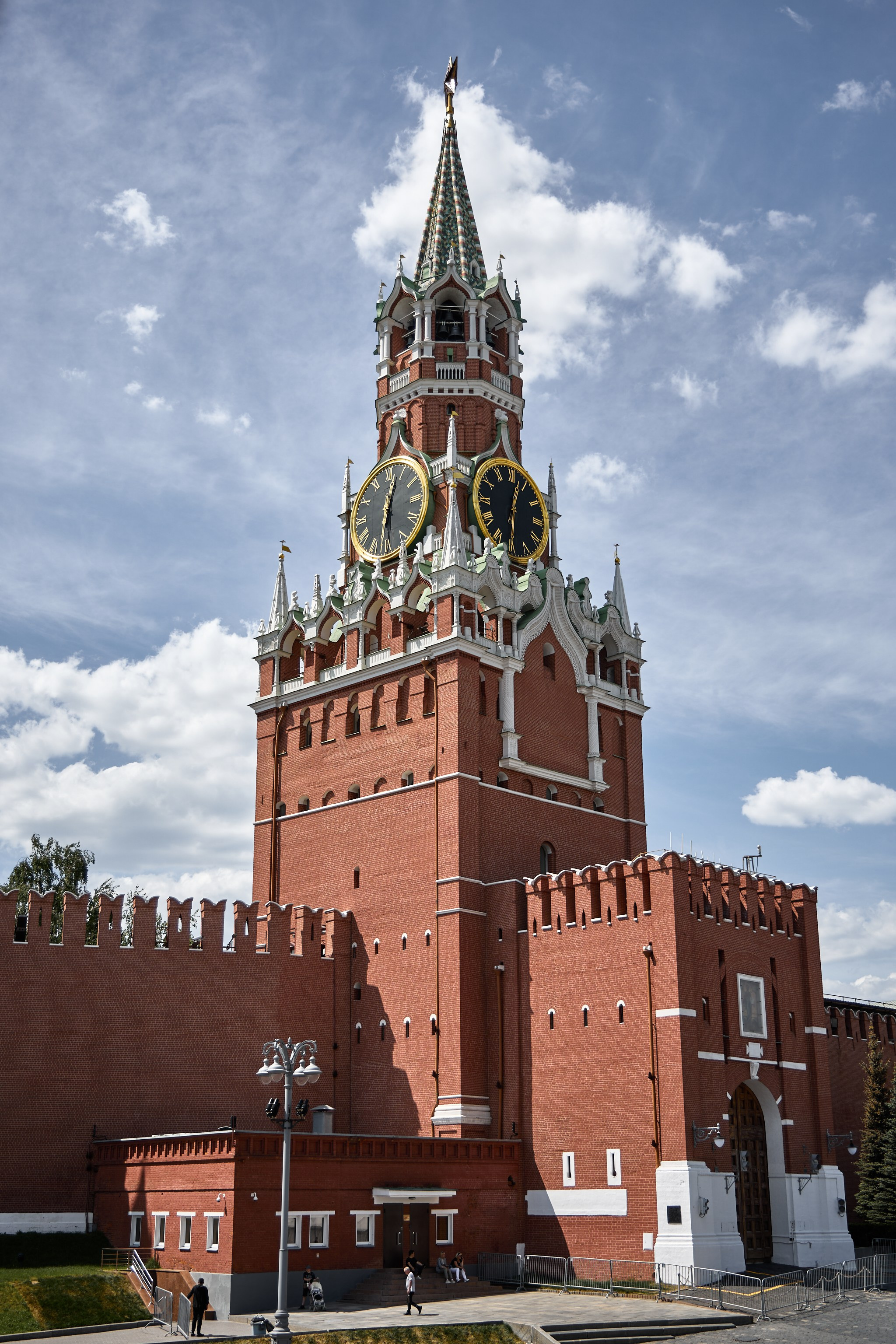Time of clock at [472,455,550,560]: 12:30
